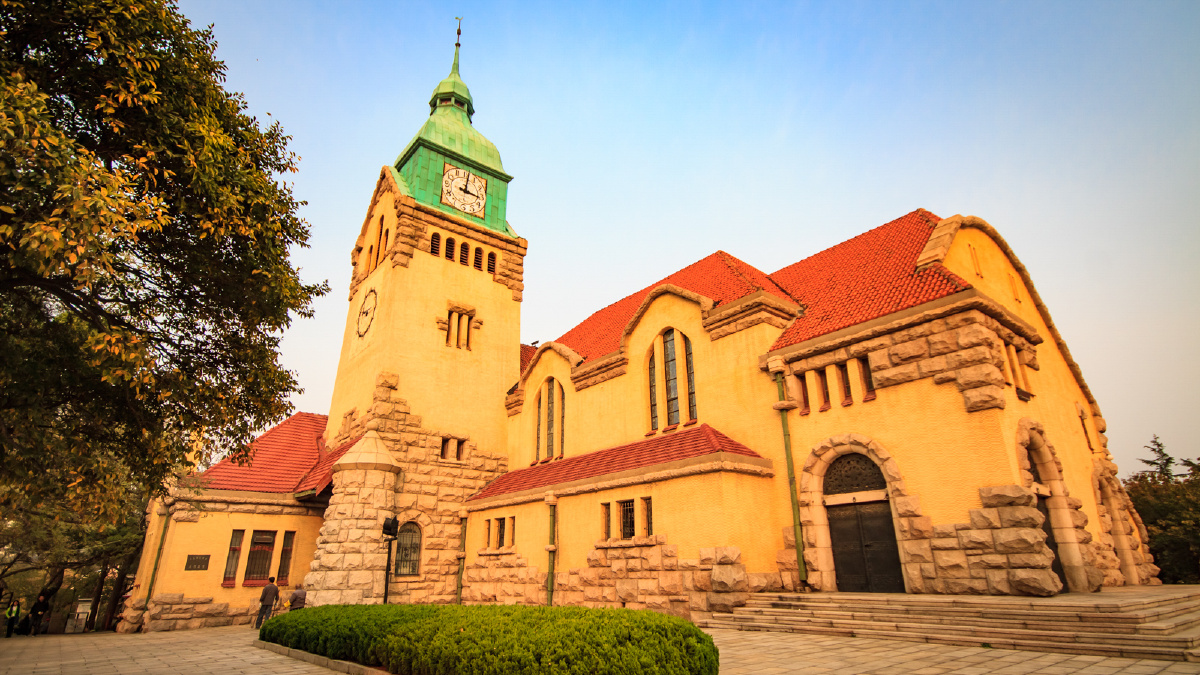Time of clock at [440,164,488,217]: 3:01
